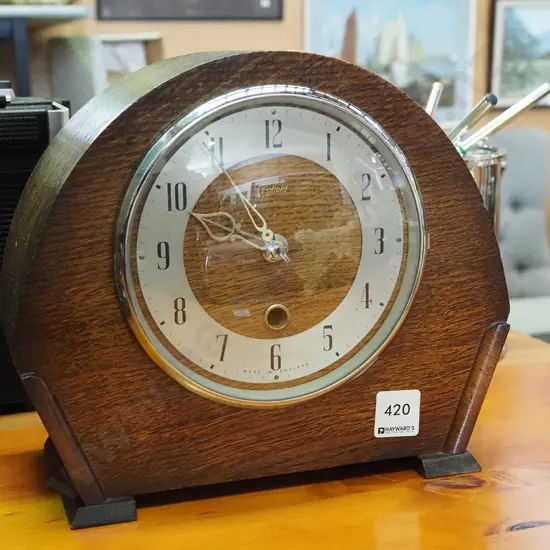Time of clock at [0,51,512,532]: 10:48
